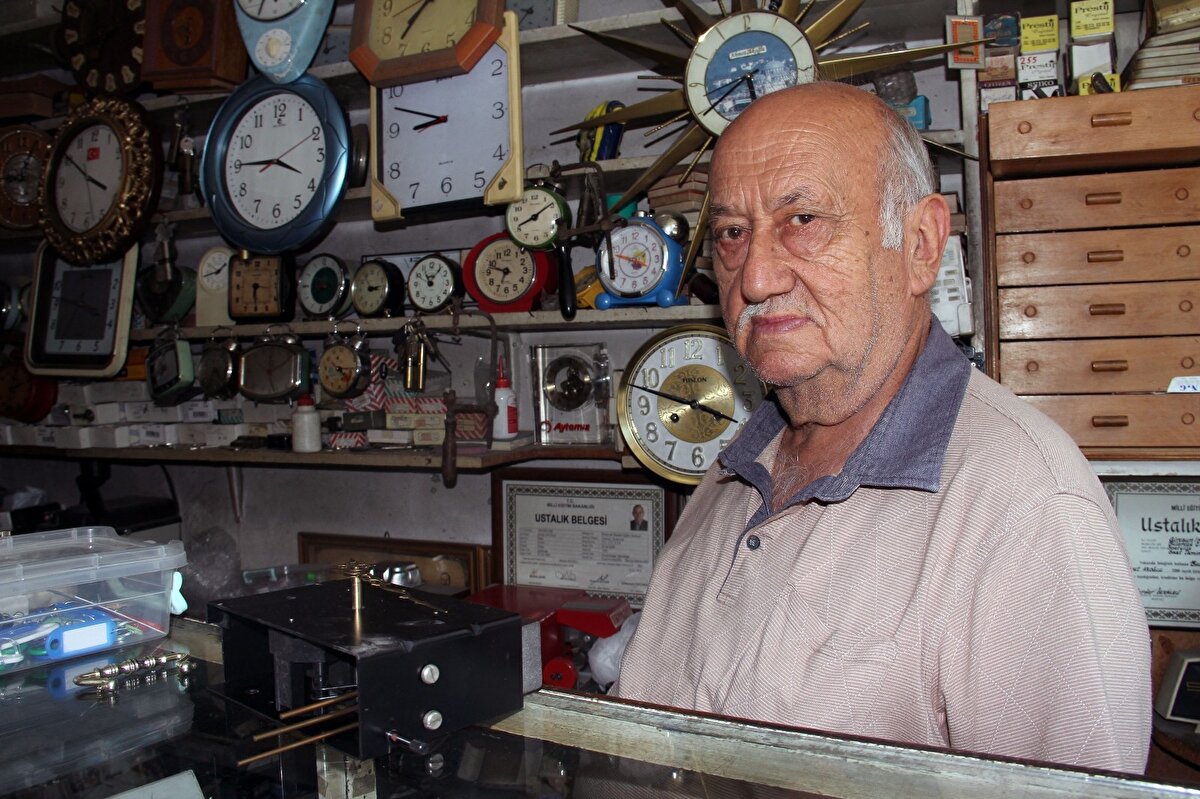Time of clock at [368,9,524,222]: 8:47
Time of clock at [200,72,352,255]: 3:45
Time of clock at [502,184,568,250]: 8:09
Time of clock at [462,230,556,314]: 9:34
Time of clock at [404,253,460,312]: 11:06
